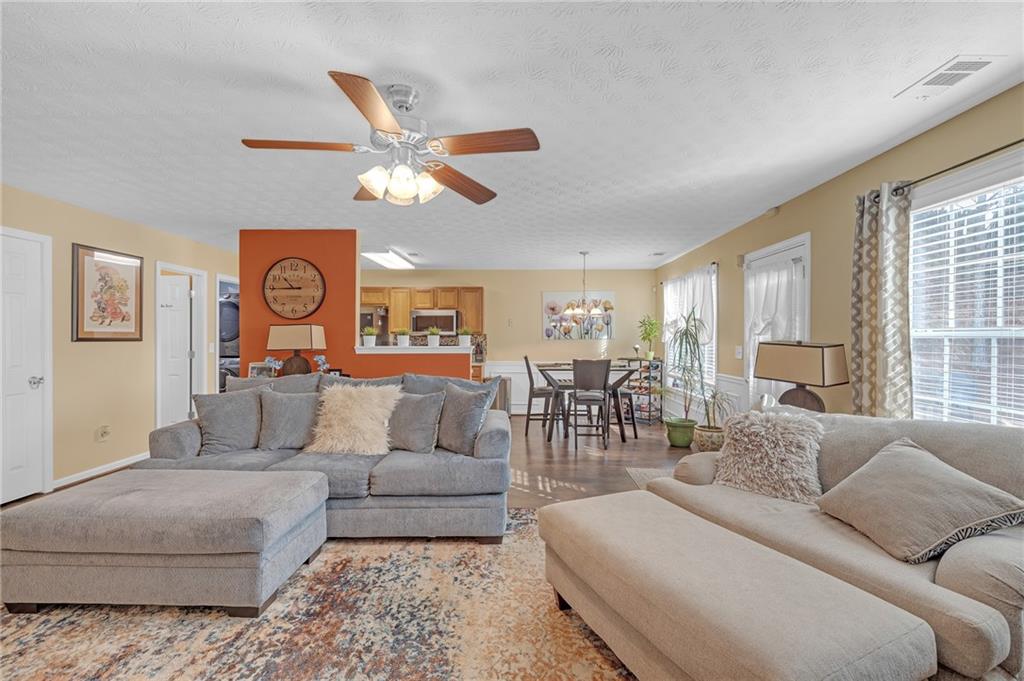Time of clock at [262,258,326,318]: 10:45
